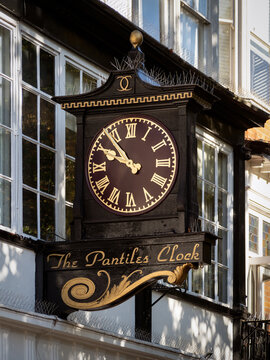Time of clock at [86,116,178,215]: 9:53
